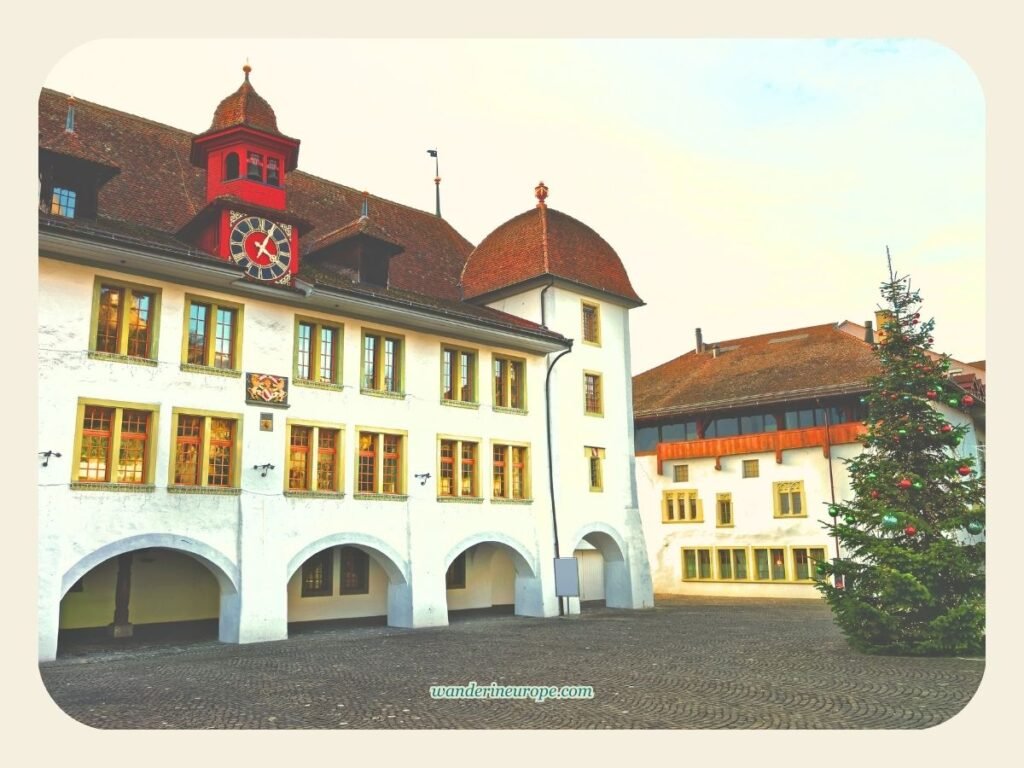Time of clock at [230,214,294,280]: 4:04
